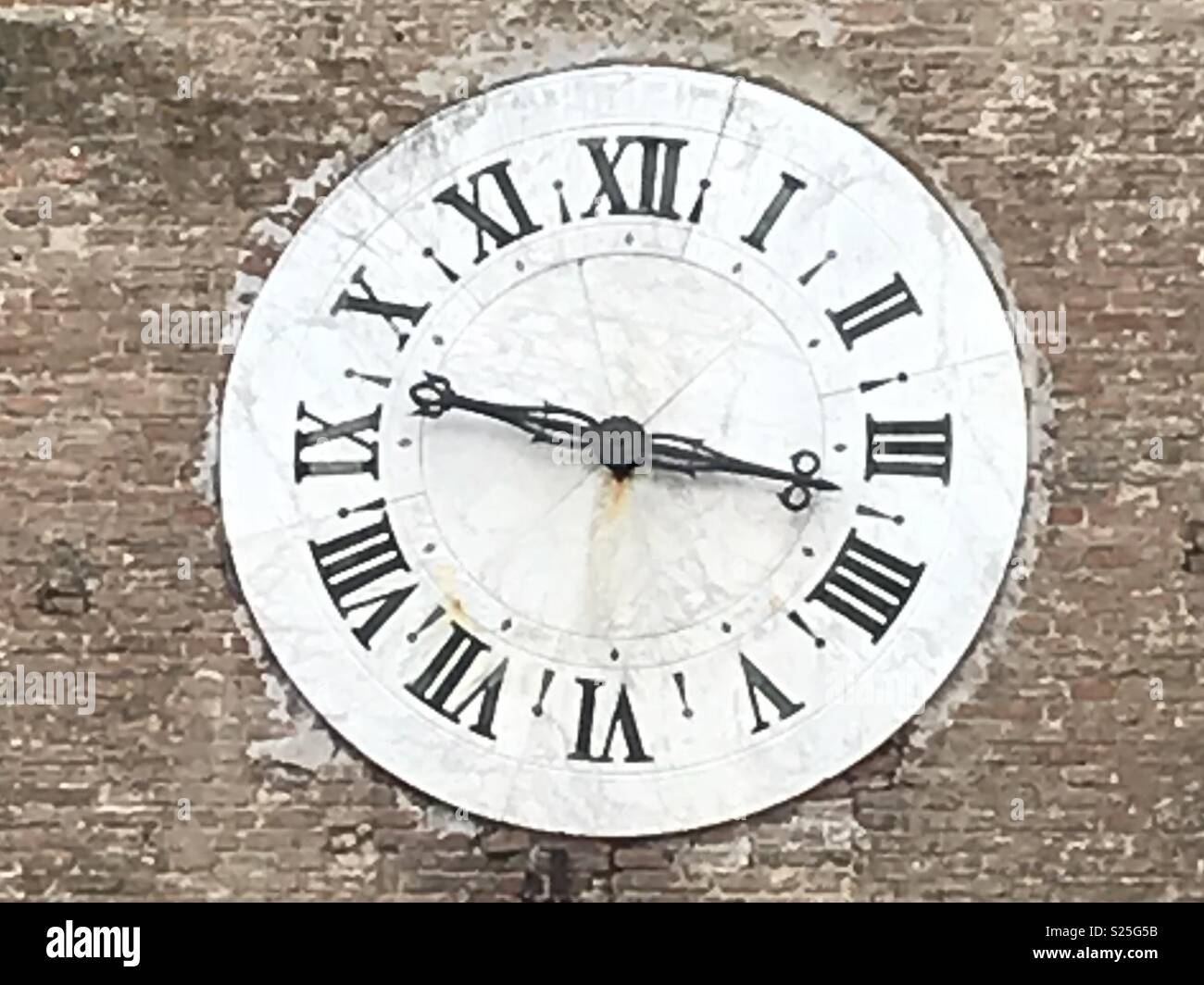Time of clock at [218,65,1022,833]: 9:16
